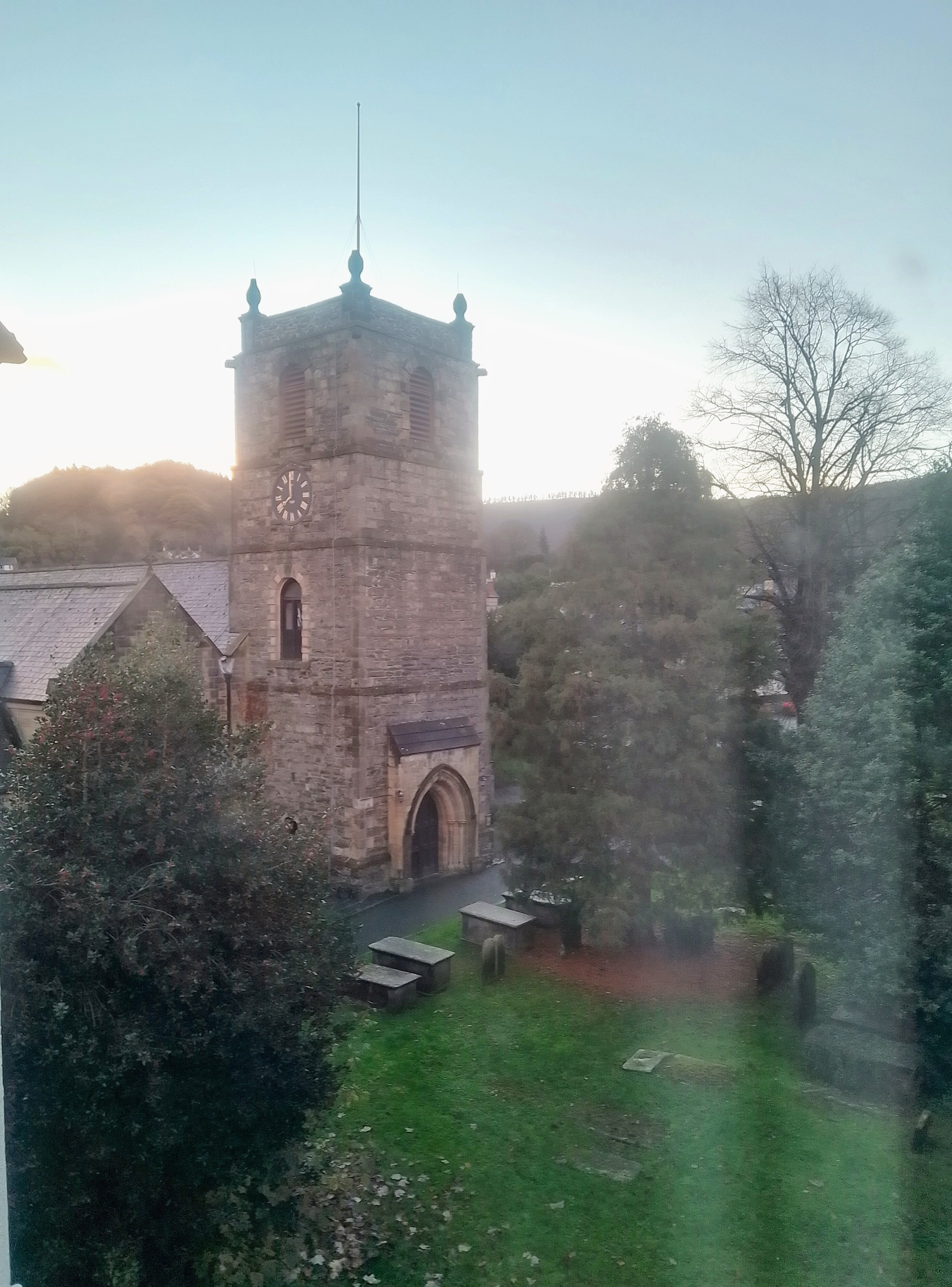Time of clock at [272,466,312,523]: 7:59
